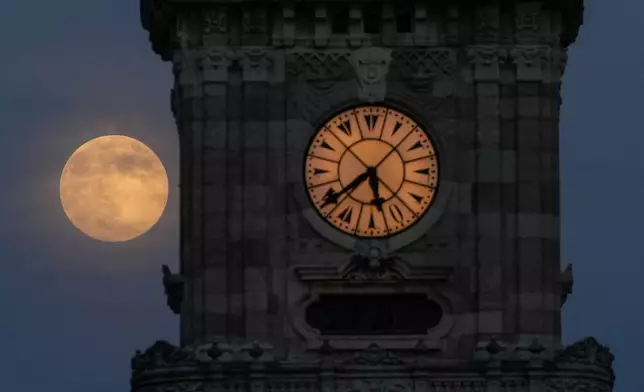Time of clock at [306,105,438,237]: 5:39
